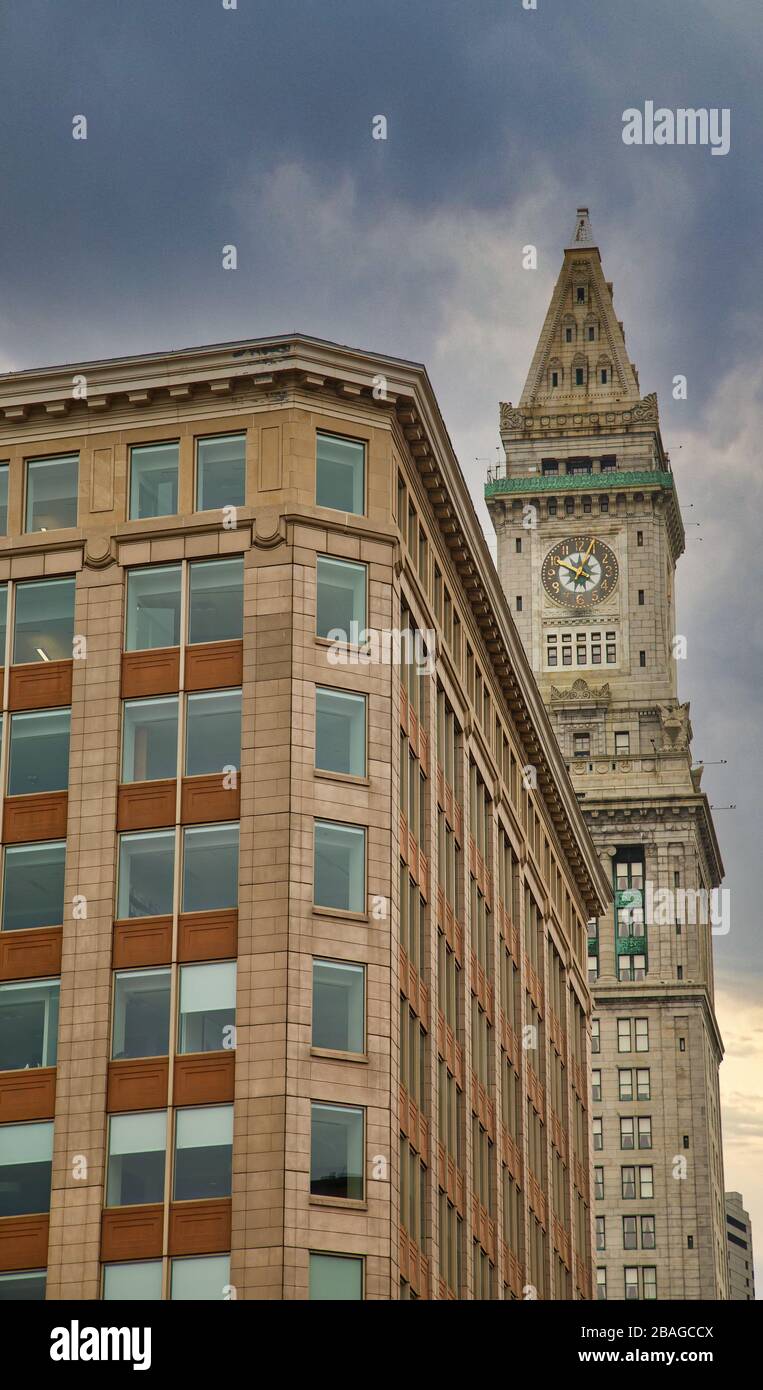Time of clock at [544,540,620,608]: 12:49
